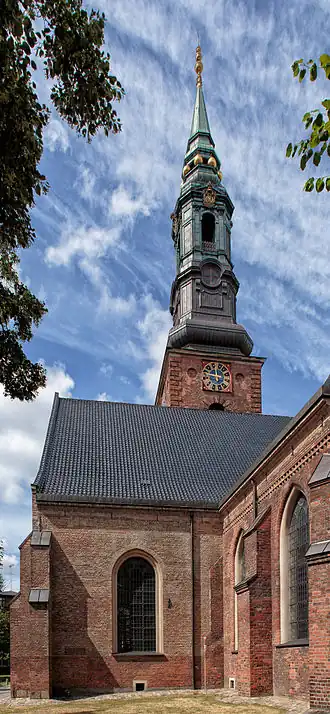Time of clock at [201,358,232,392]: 11:46
